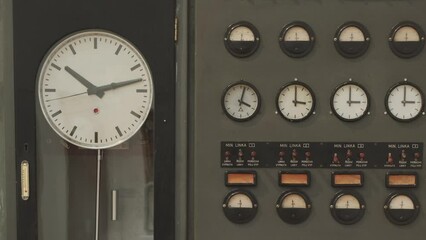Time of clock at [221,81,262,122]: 4:02
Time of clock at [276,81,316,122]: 3:00
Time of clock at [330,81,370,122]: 3:00
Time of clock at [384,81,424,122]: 3:00
